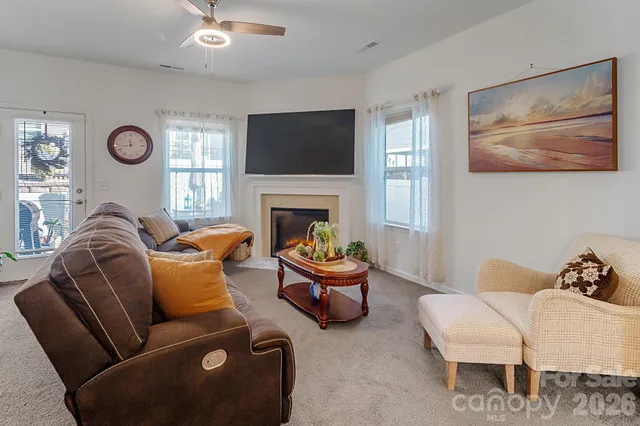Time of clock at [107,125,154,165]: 11:43
